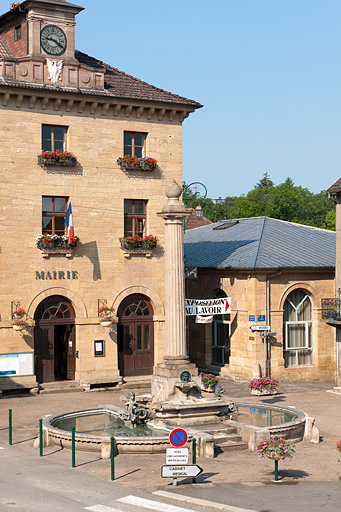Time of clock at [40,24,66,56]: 9:20
